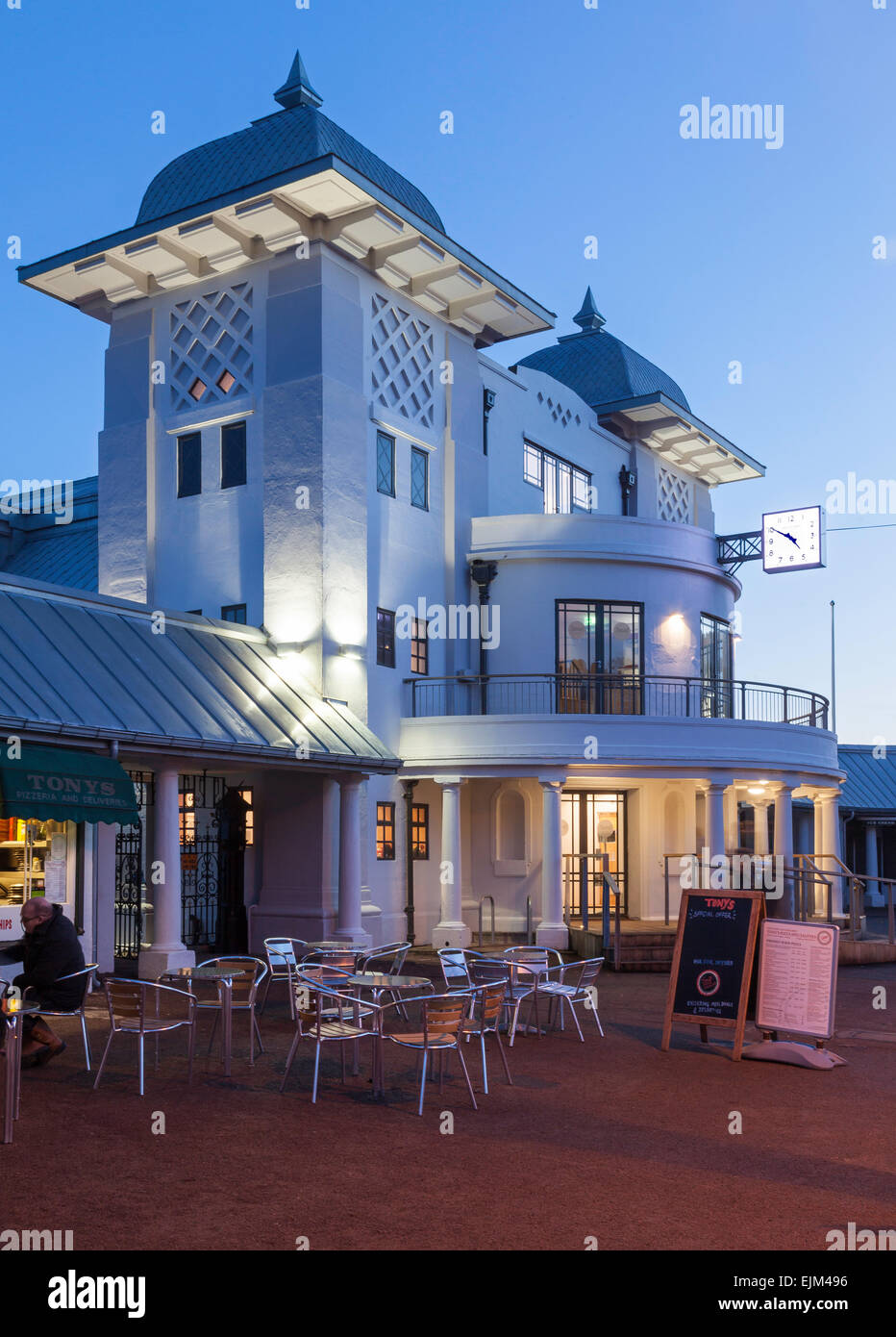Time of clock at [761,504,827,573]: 4:50
